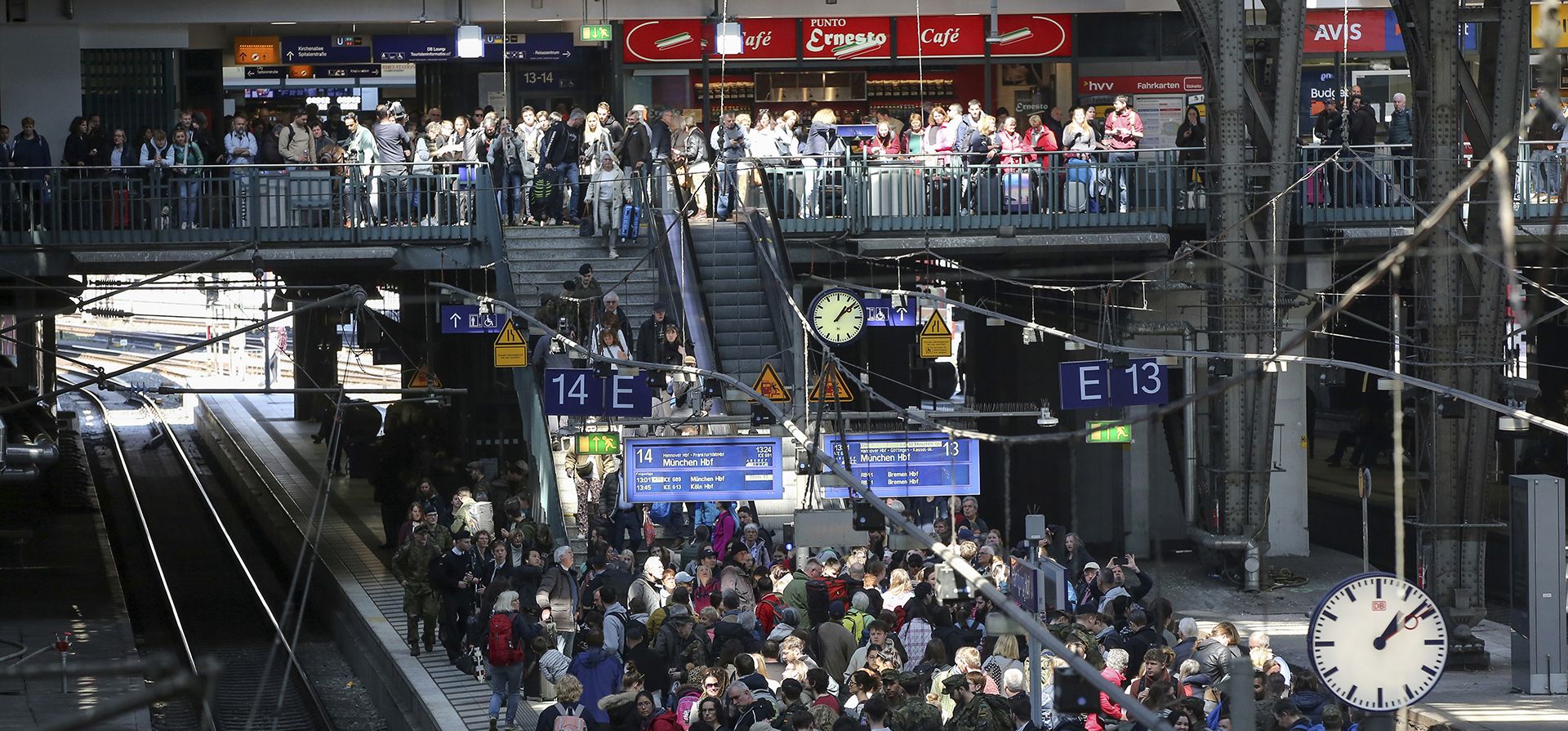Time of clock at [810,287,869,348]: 1:08
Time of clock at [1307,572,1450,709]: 1:08
